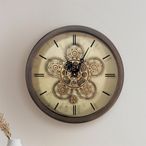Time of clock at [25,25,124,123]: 11:04
